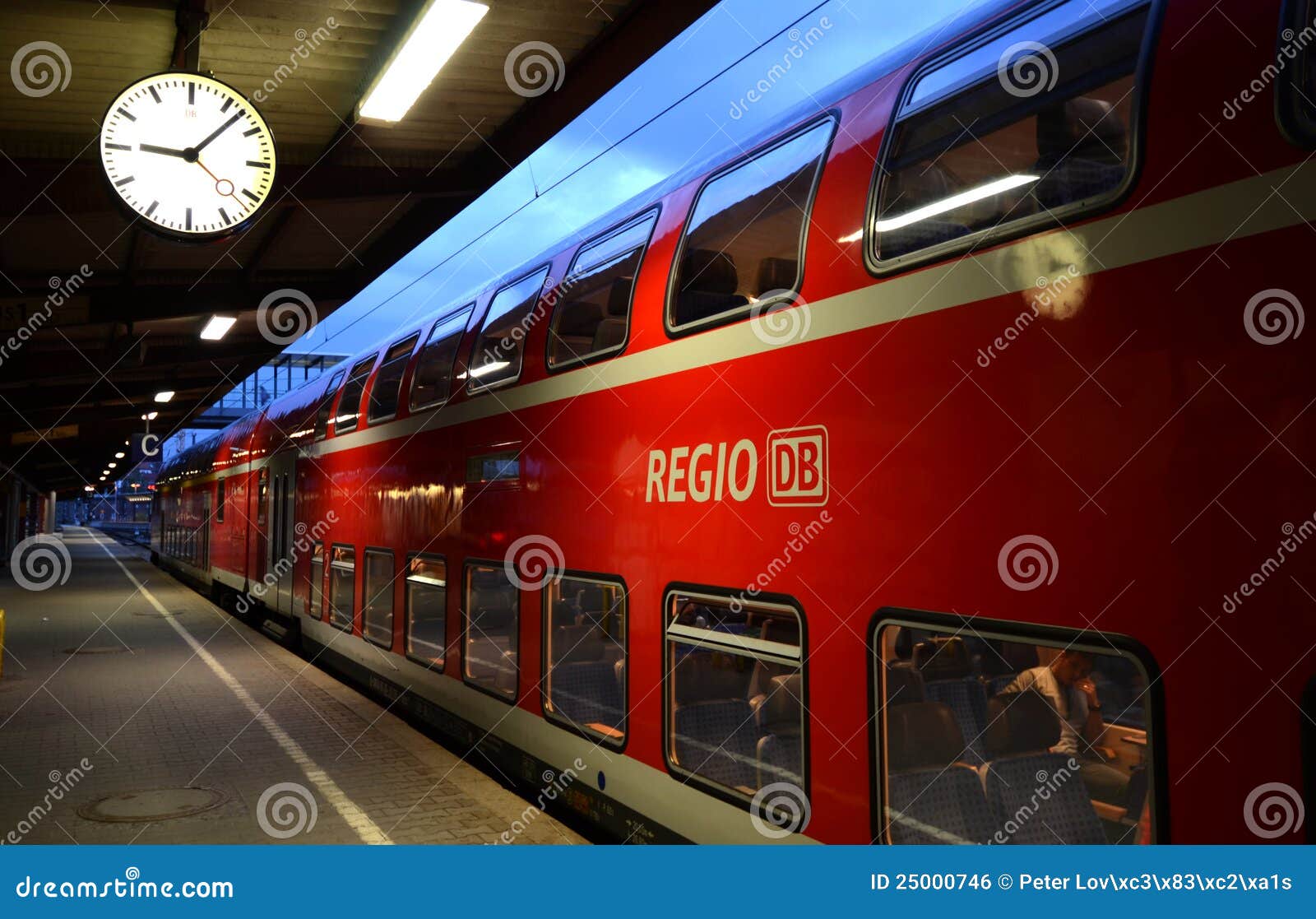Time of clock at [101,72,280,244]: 9:07
